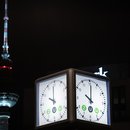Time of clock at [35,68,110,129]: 10:00
